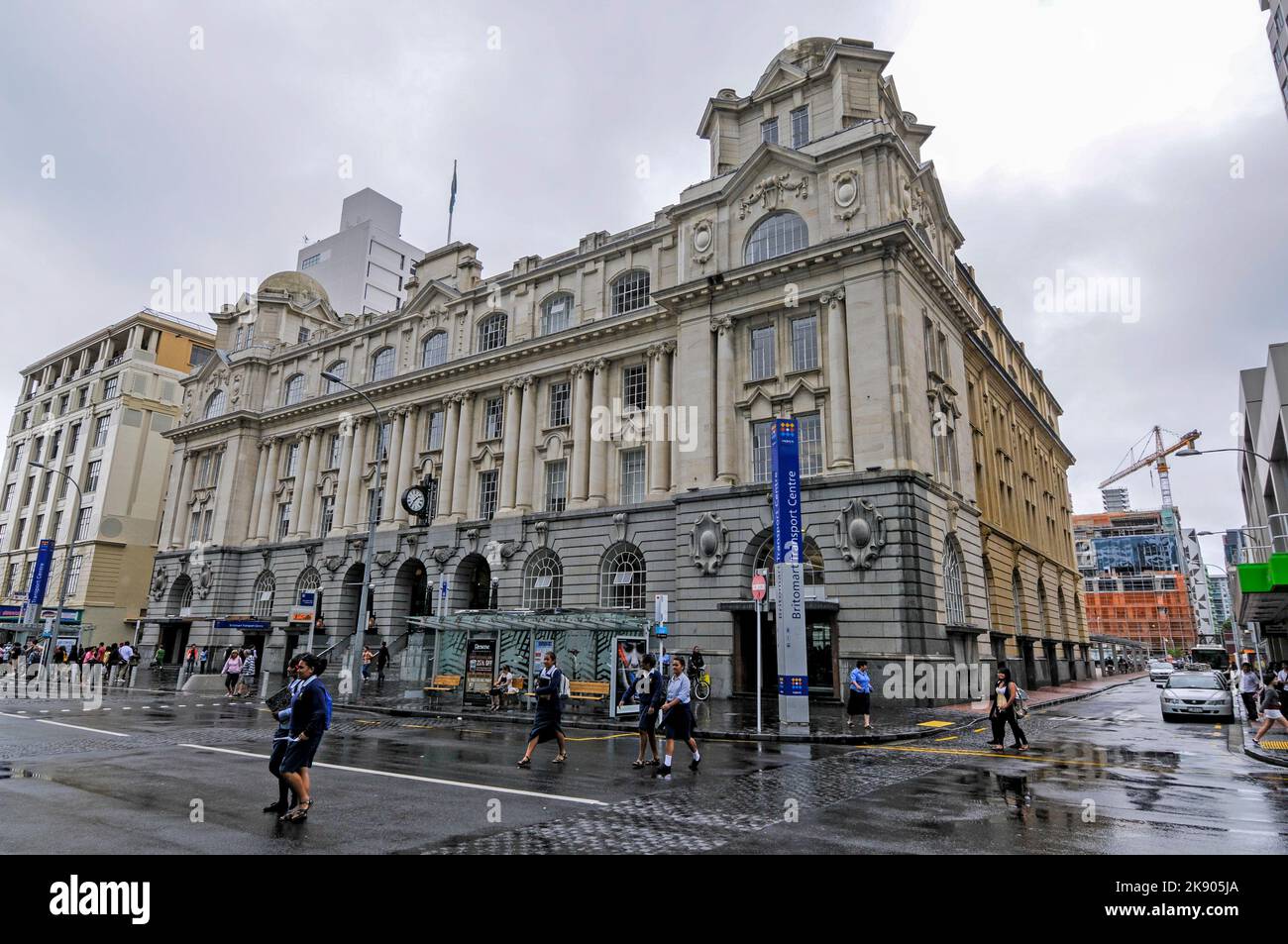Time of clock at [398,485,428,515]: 1:35
